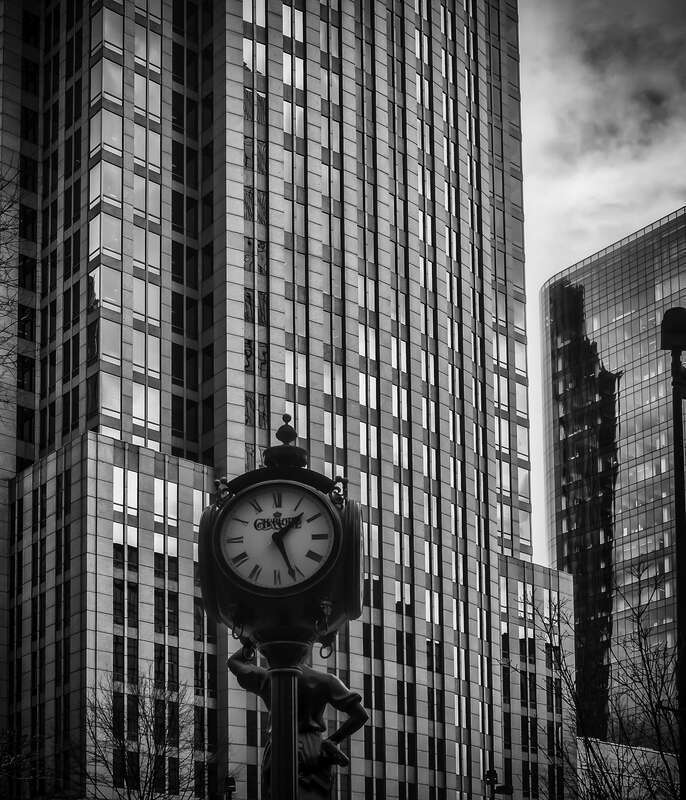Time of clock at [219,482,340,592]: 1:26
